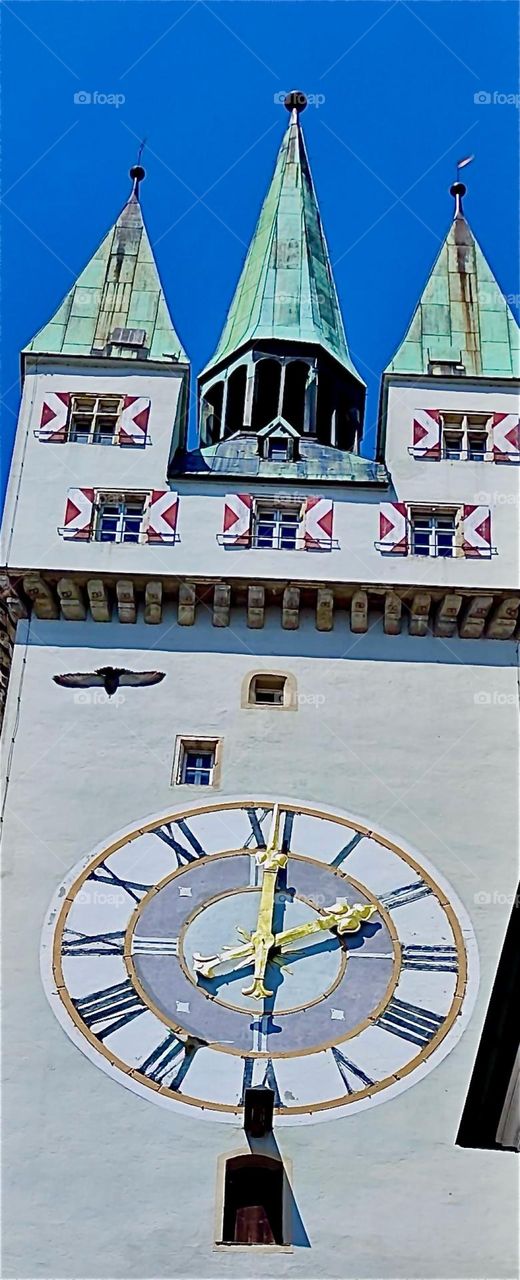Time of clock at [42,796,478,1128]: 2:01
